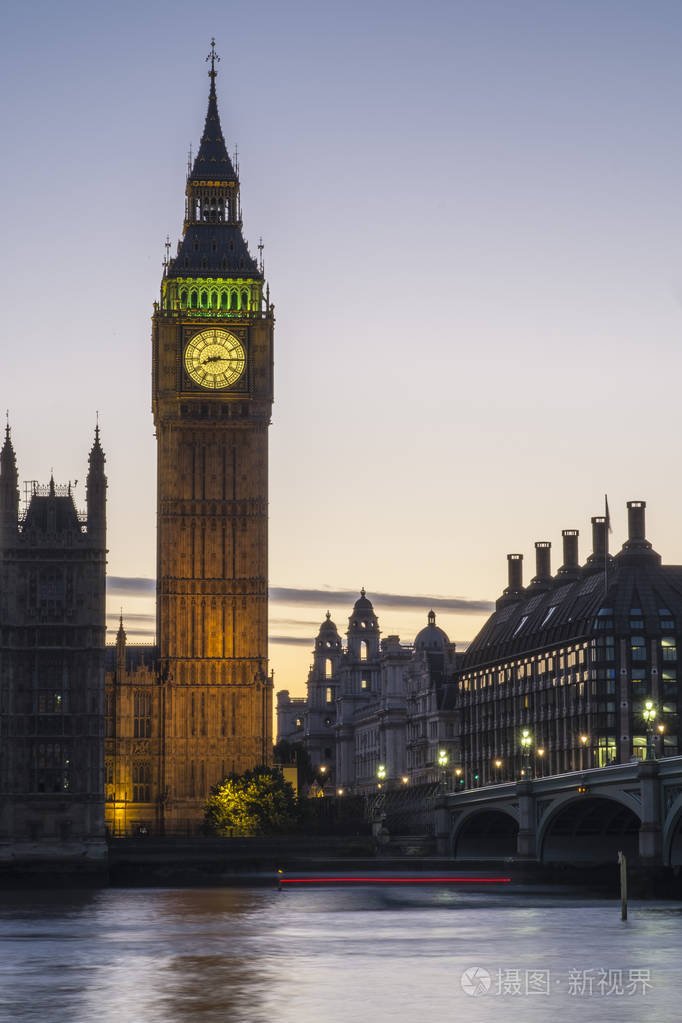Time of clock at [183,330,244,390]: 8:15
